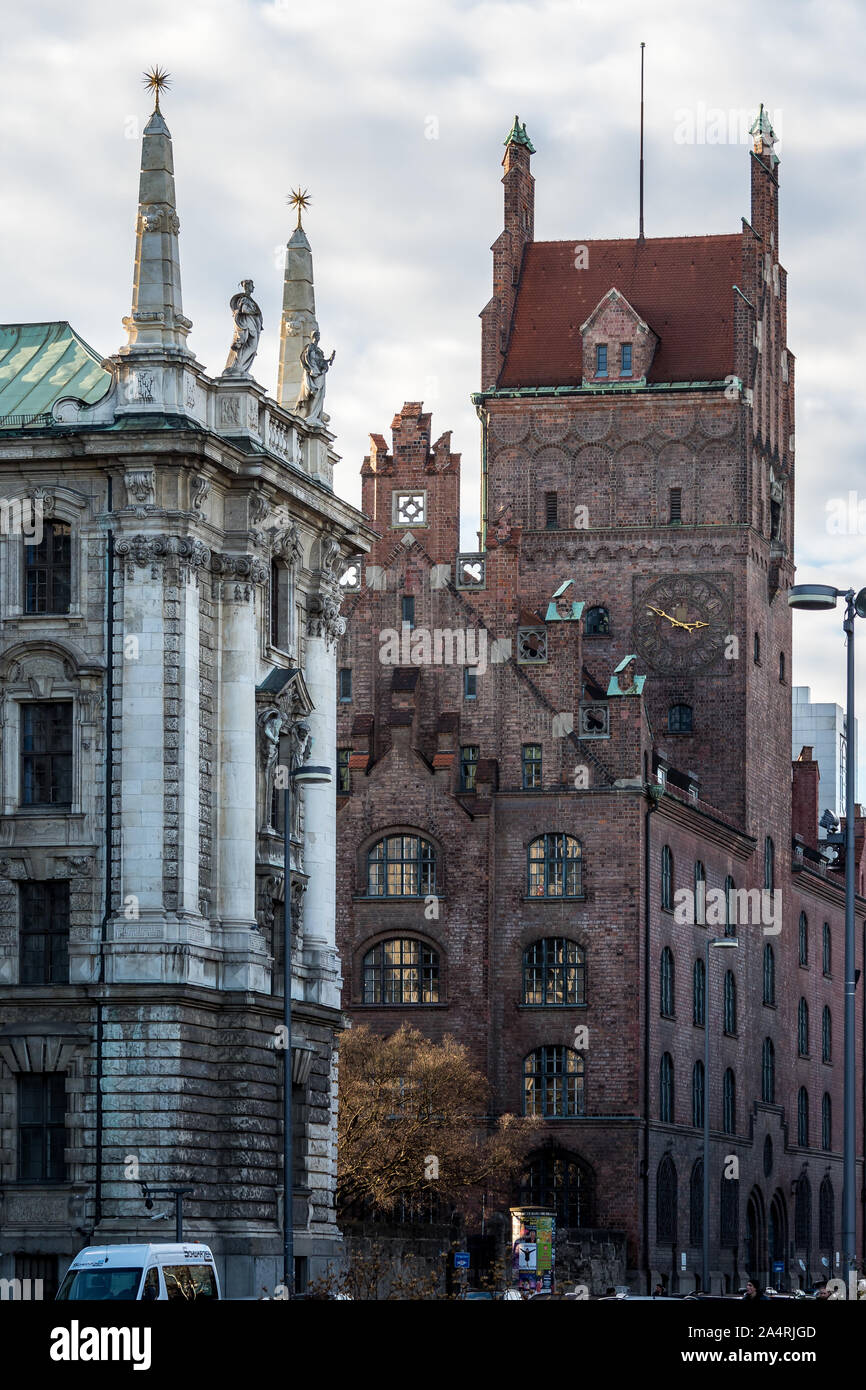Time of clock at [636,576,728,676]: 2:49
